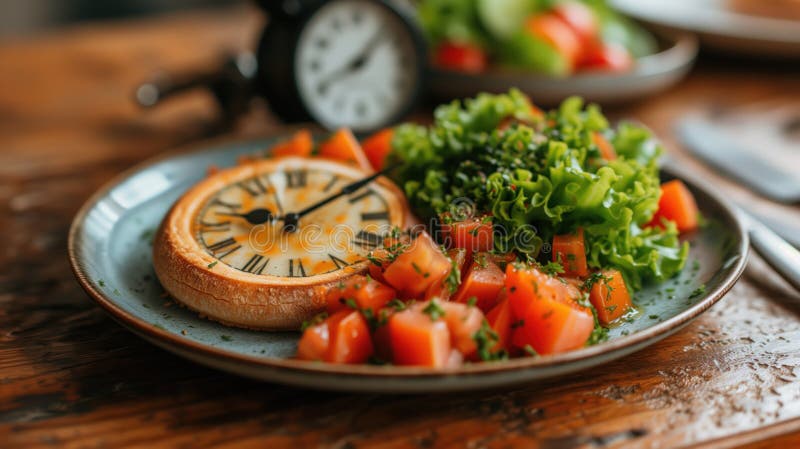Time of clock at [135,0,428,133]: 8:07
